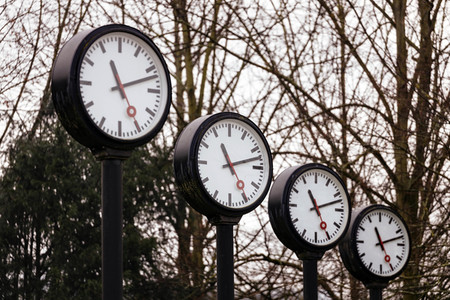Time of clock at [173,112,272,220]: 11:12
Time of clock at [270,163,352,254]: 11:12
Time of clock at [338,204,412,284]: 11:12
